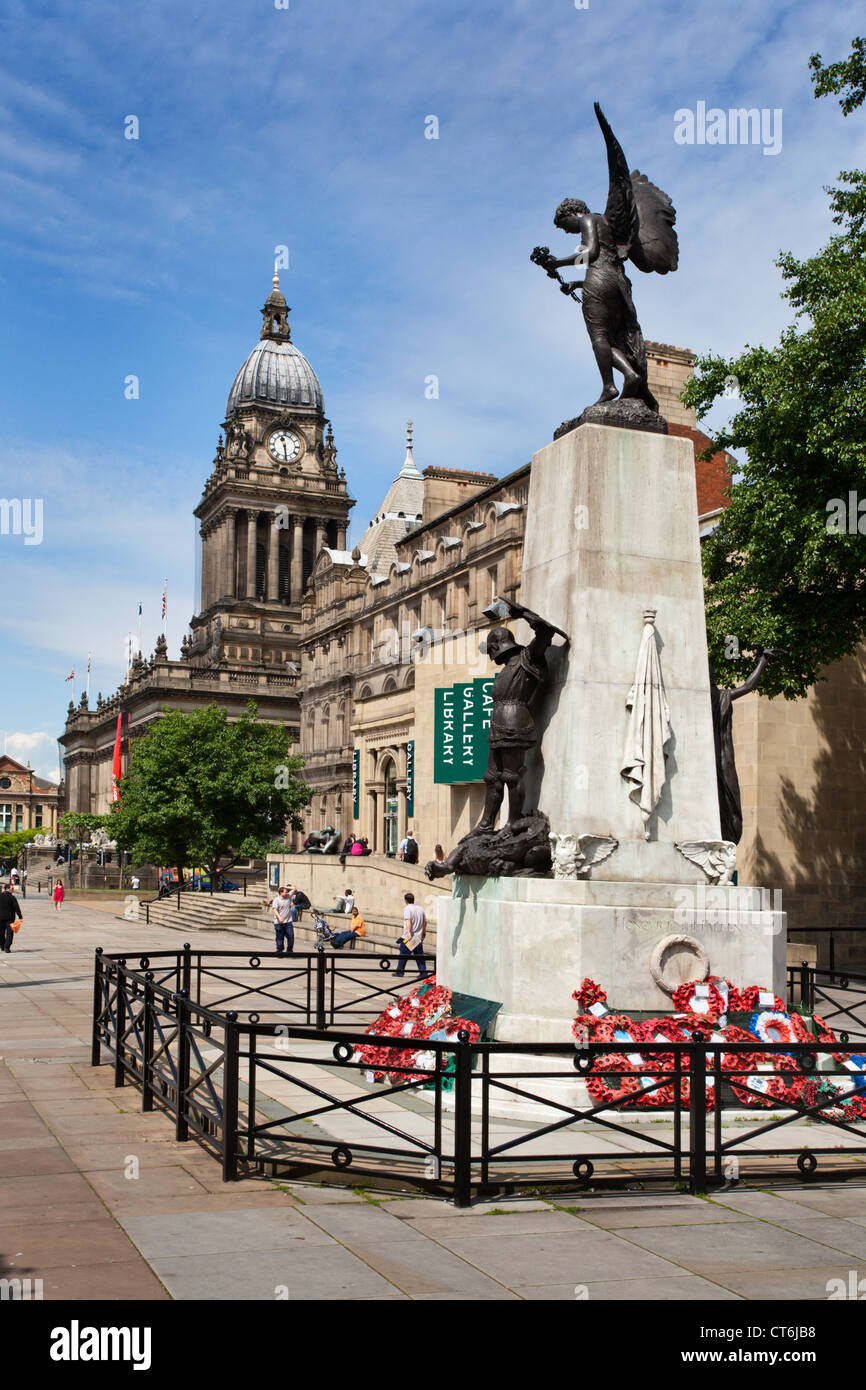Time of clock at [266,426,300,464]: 11:28
